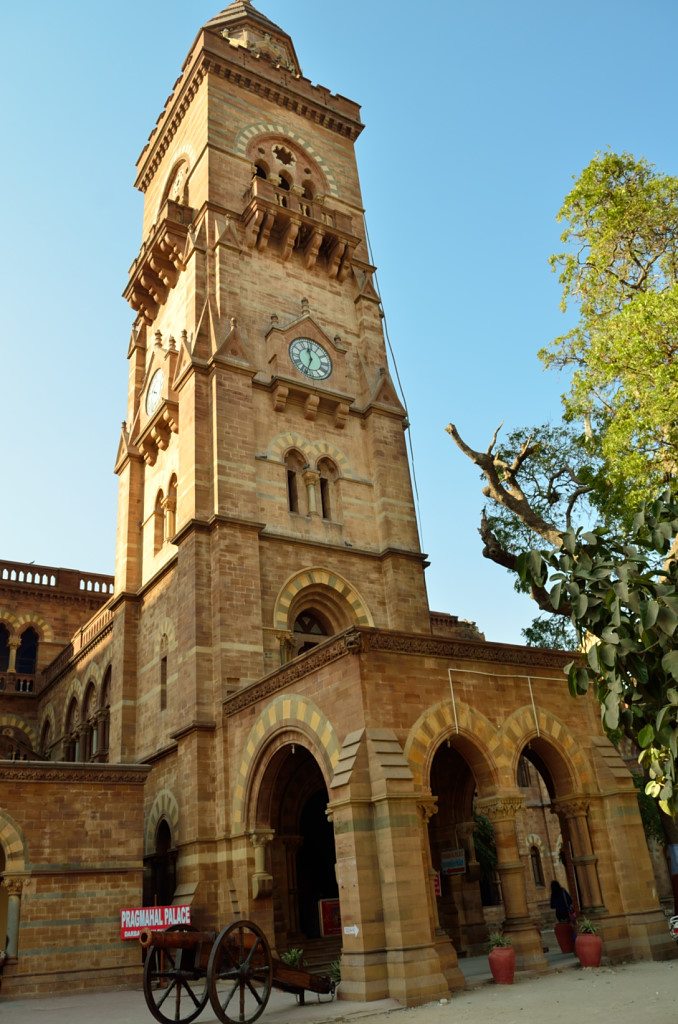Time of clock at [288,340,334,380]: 11:33
